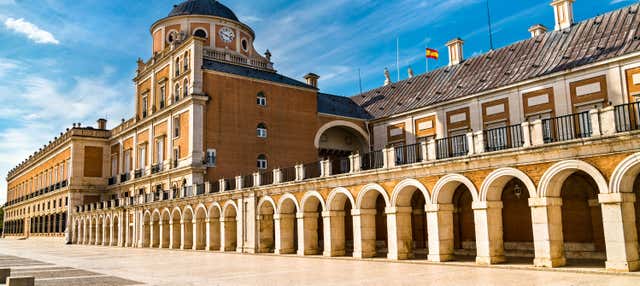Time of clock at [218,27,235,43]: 3:48
